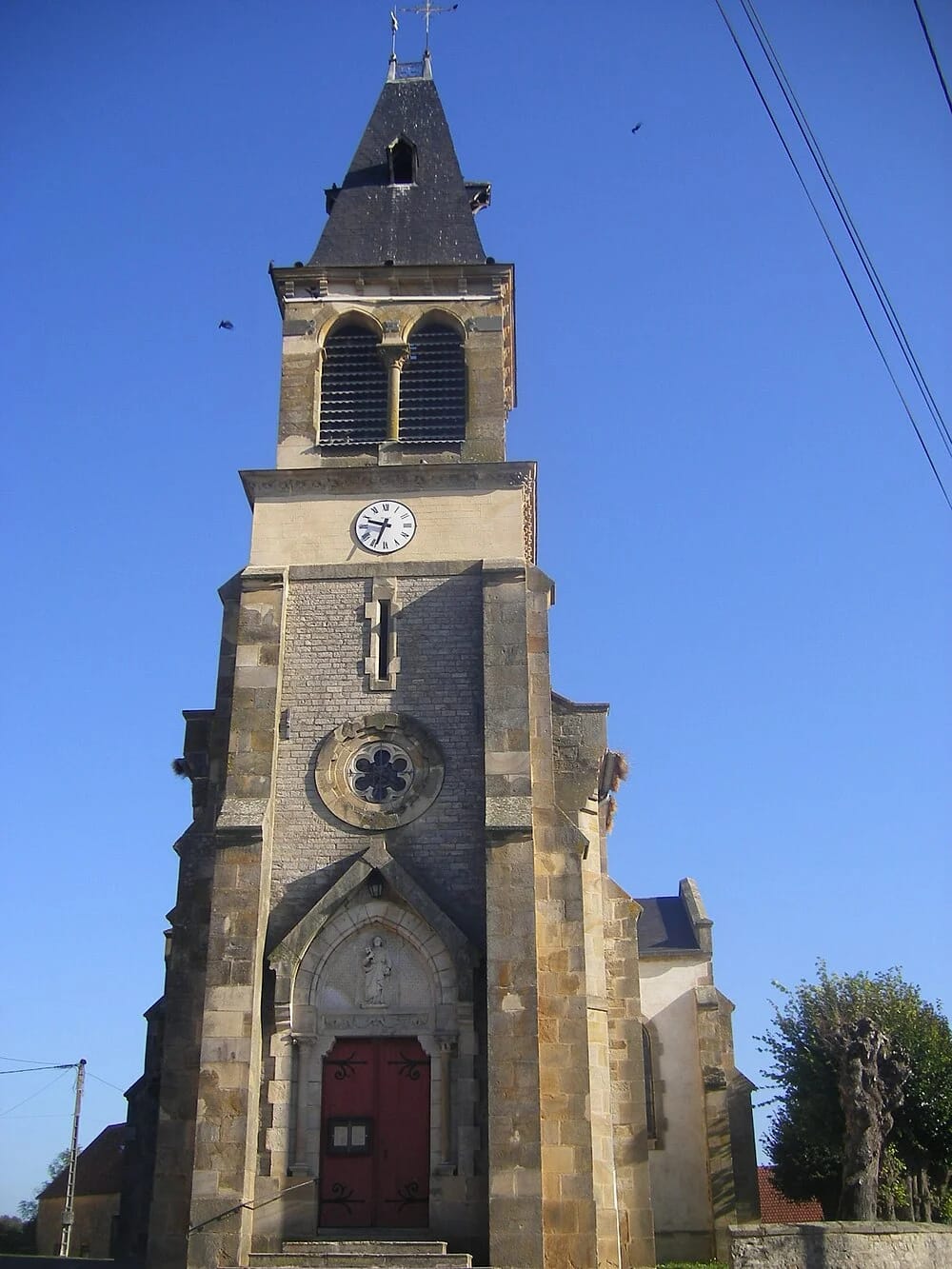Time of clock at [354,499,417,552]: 9:33
